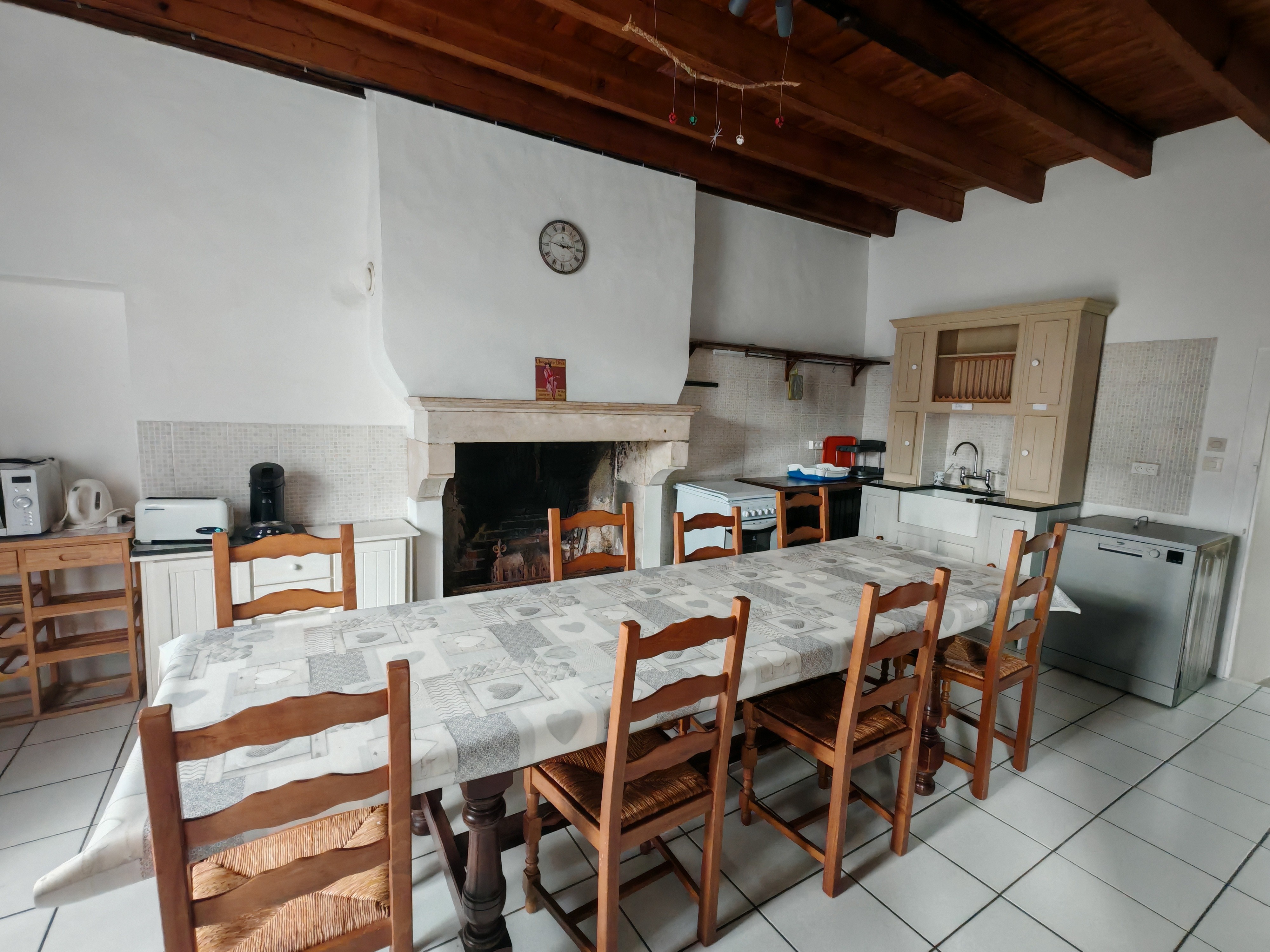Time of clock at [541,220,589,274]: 2:46
